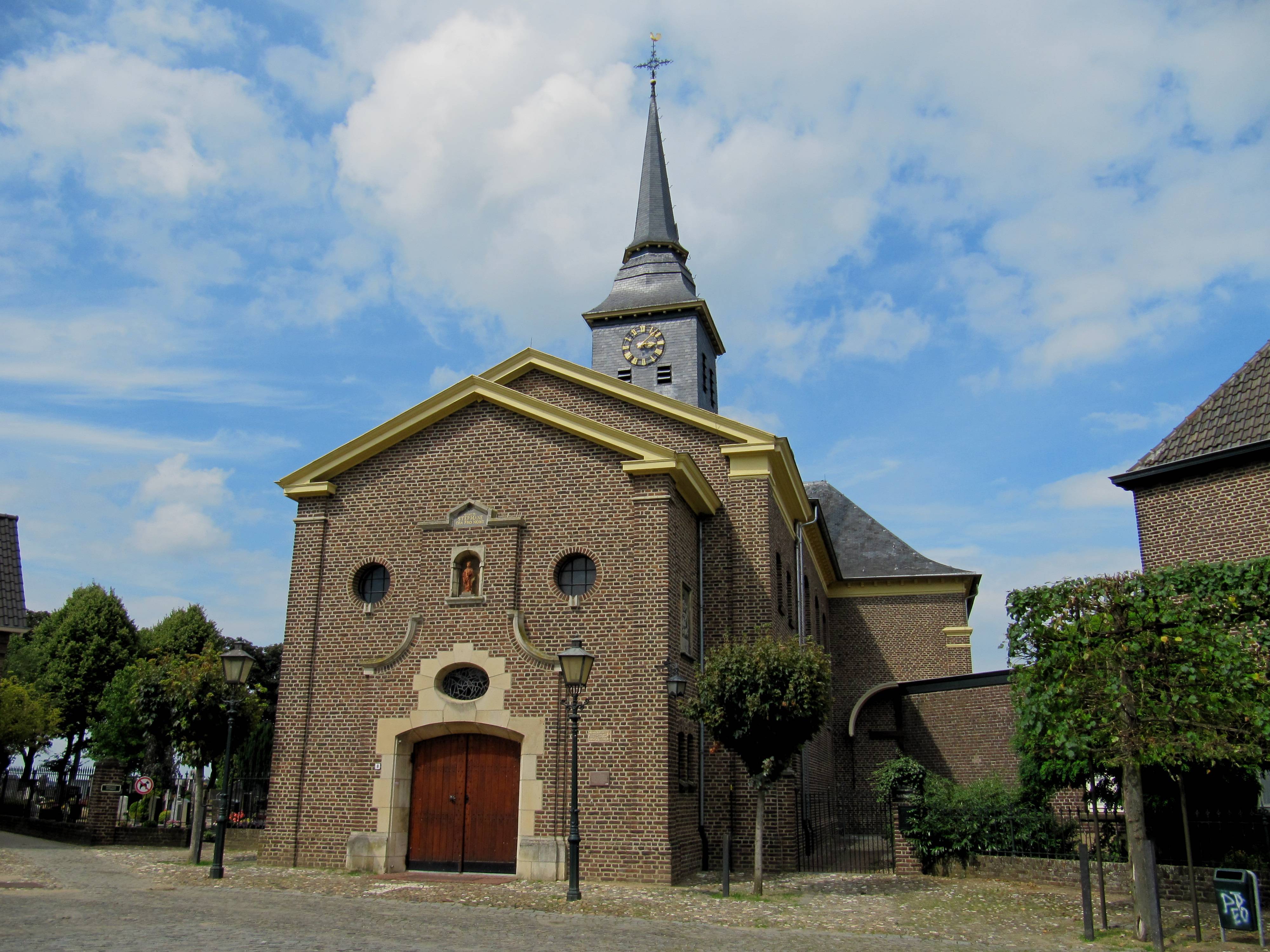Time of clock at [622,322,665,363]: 3:07
